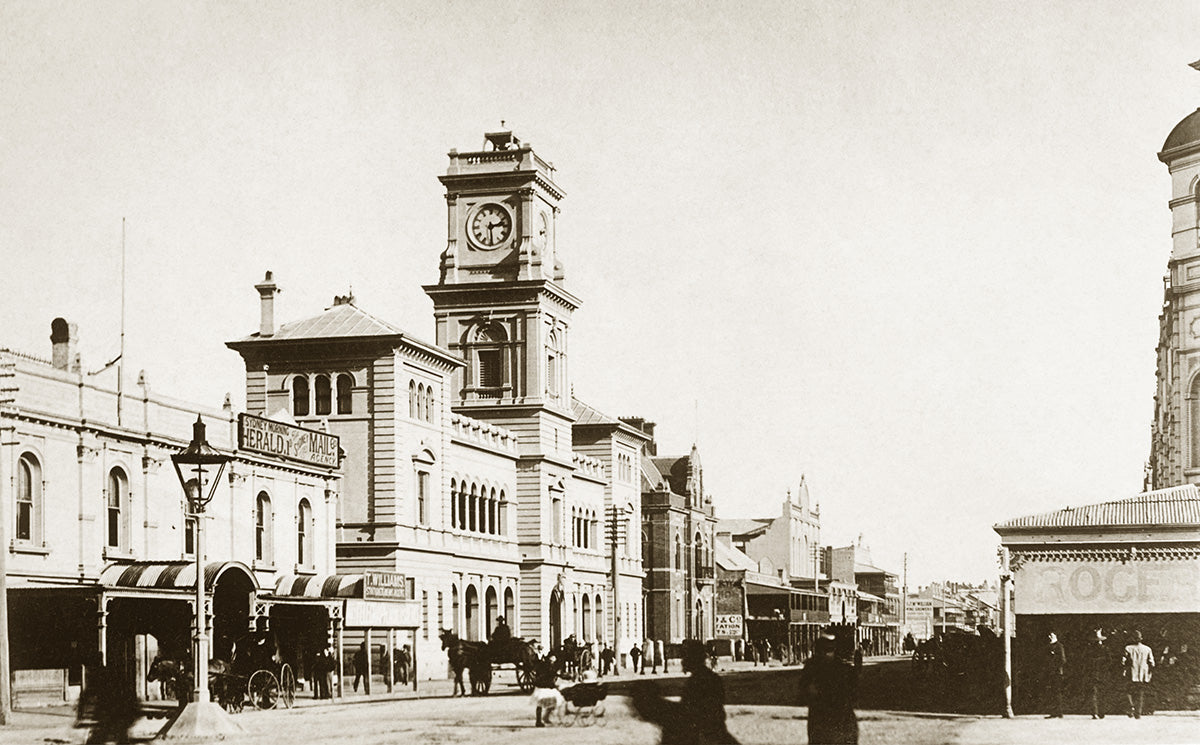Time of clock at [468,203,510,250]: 2:29
